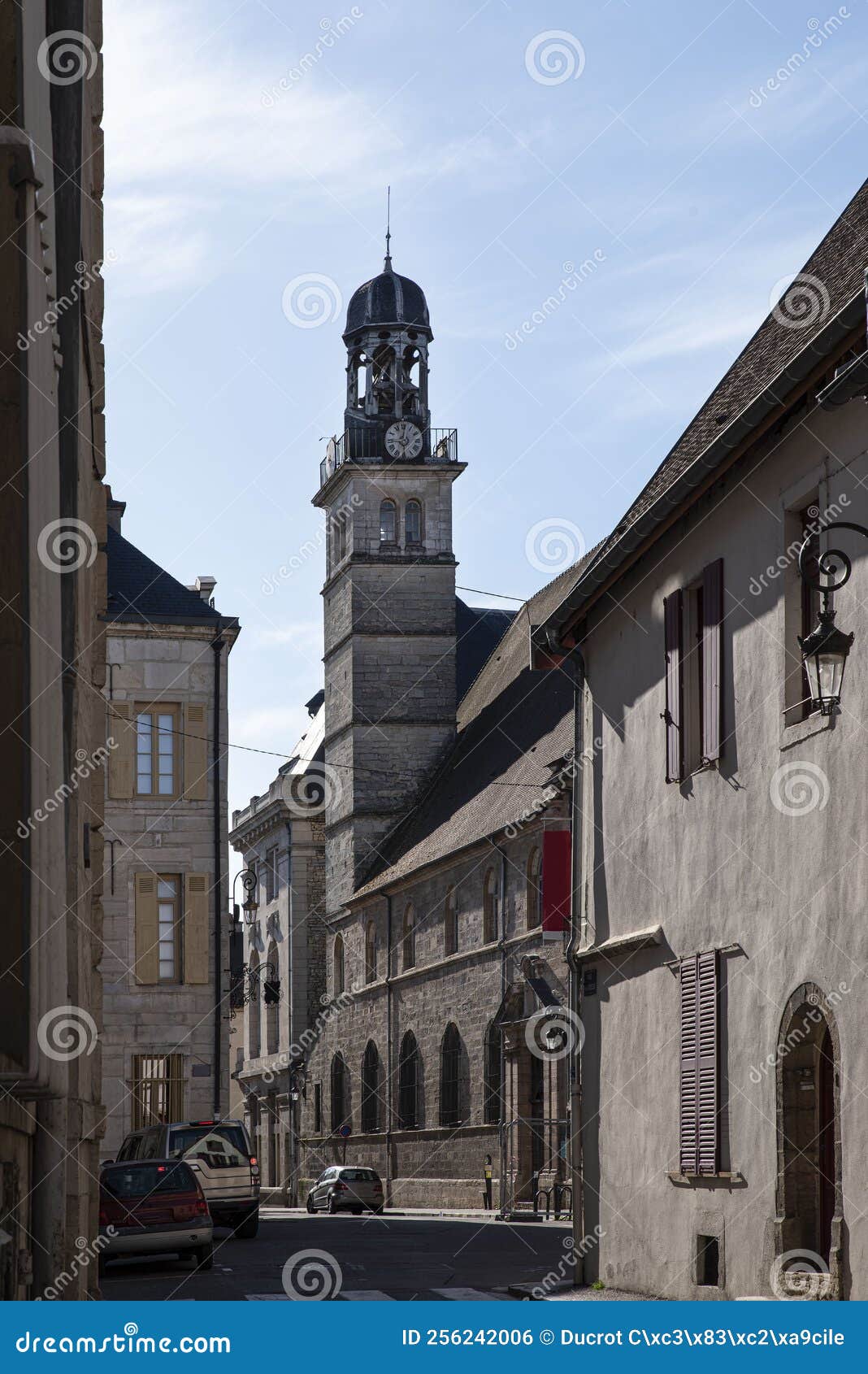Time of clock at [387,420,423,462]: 9:01
